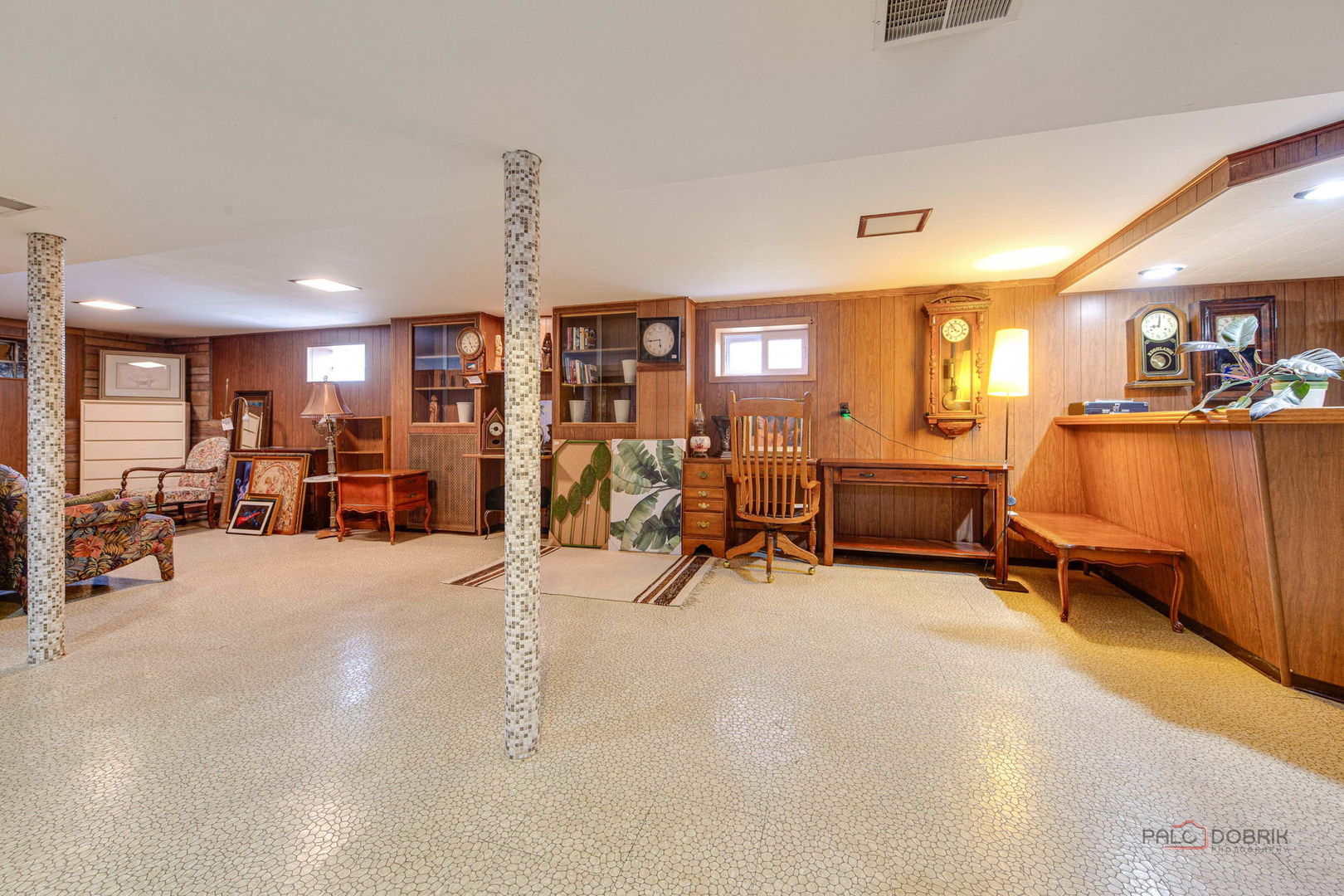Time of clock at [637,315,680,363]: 5:44
